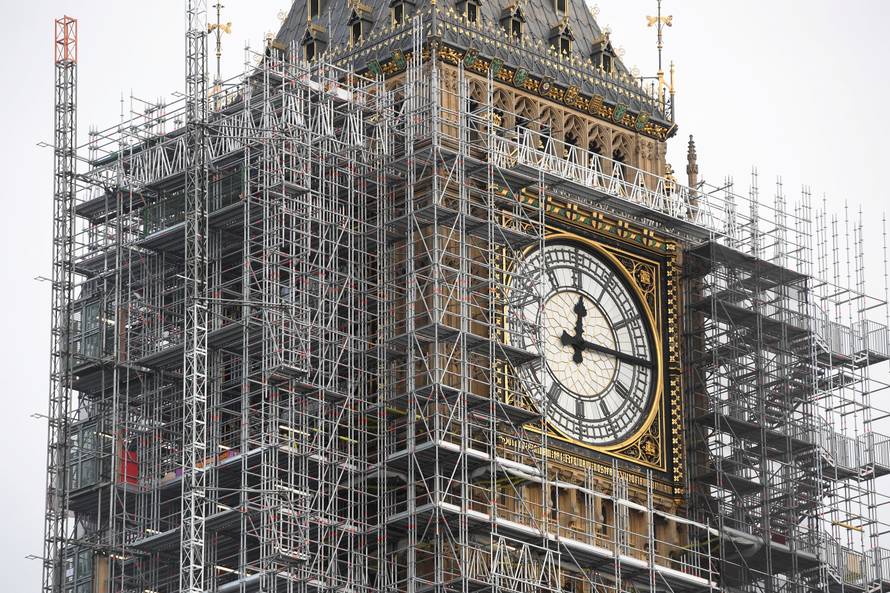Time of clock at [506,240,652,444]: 12:14
